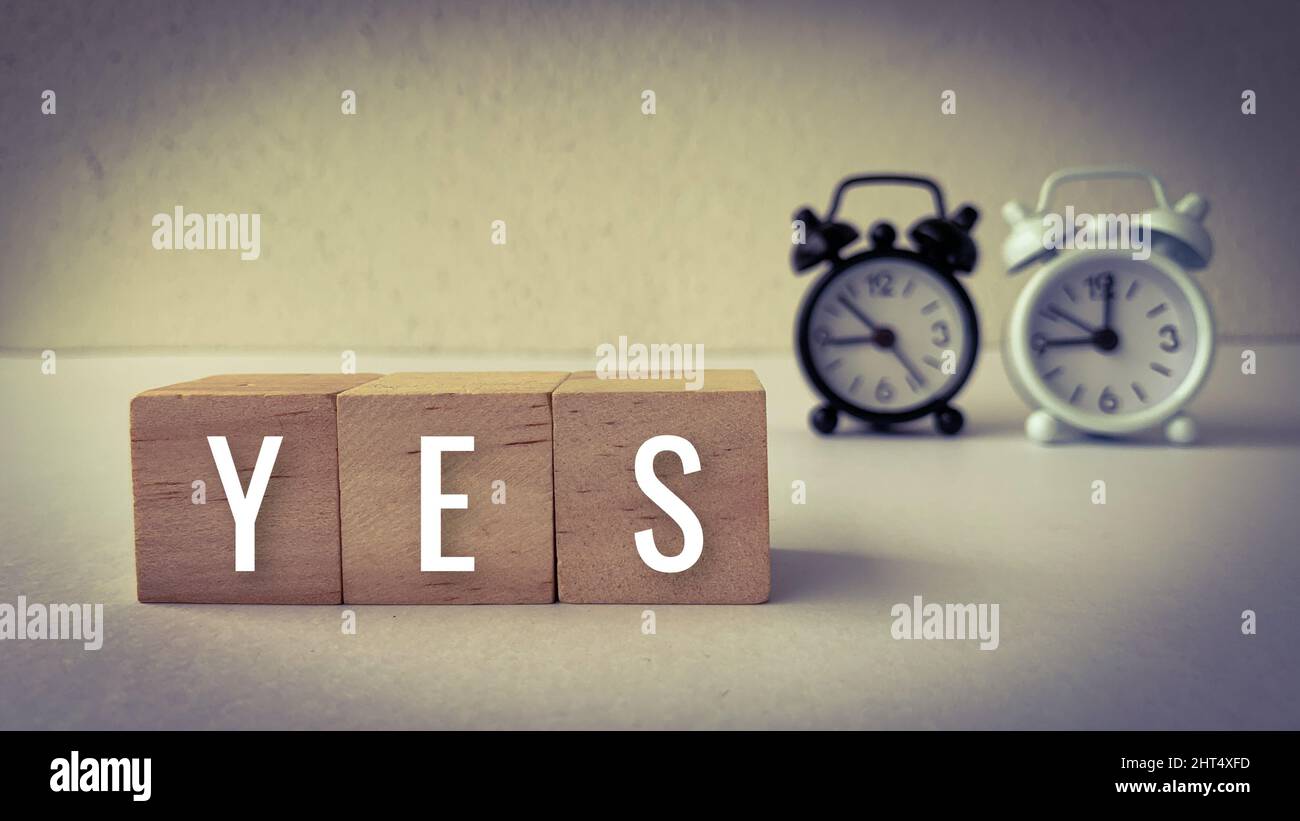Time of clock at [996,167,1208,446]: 9:01
